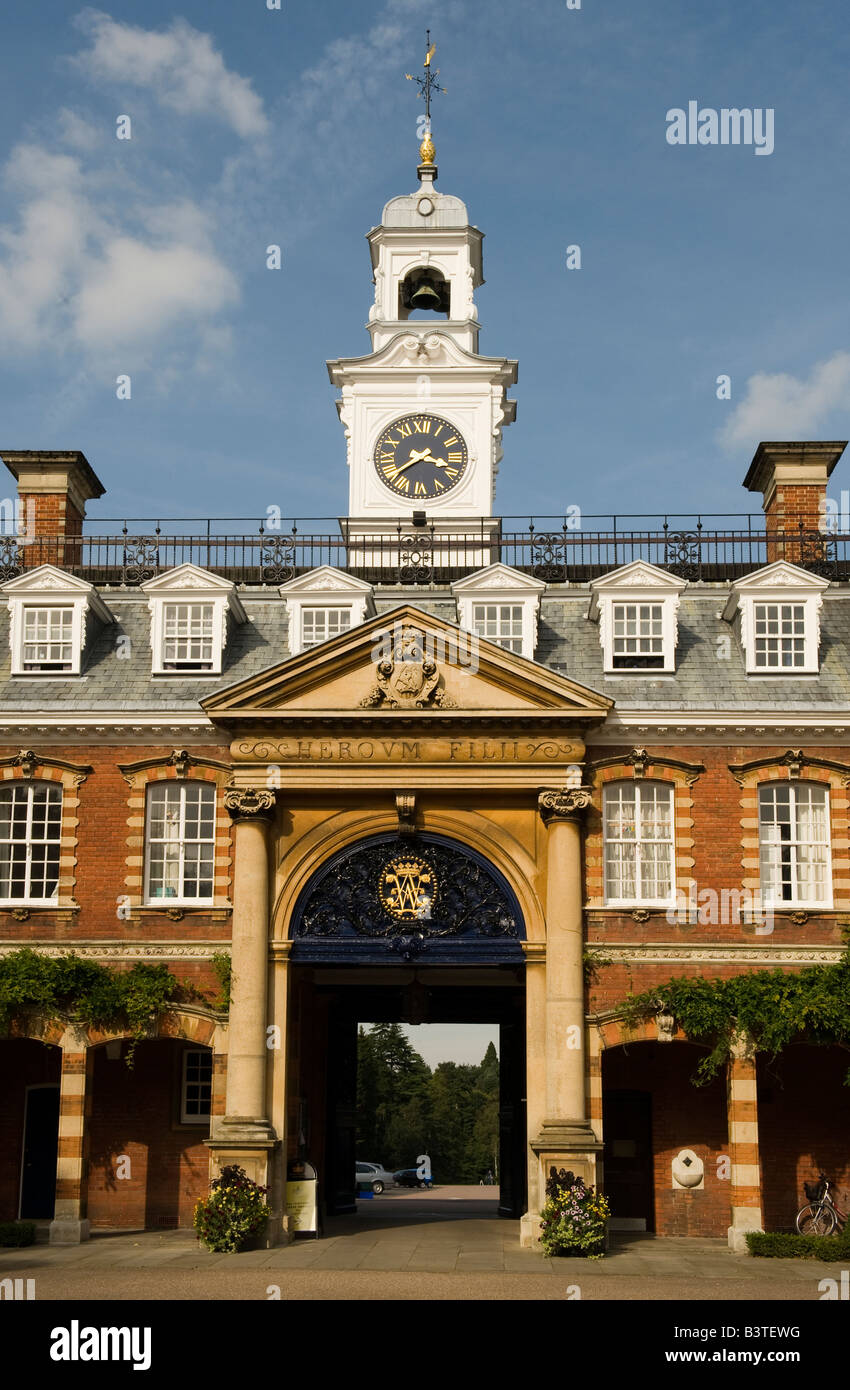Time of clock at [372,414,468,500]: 3:38
